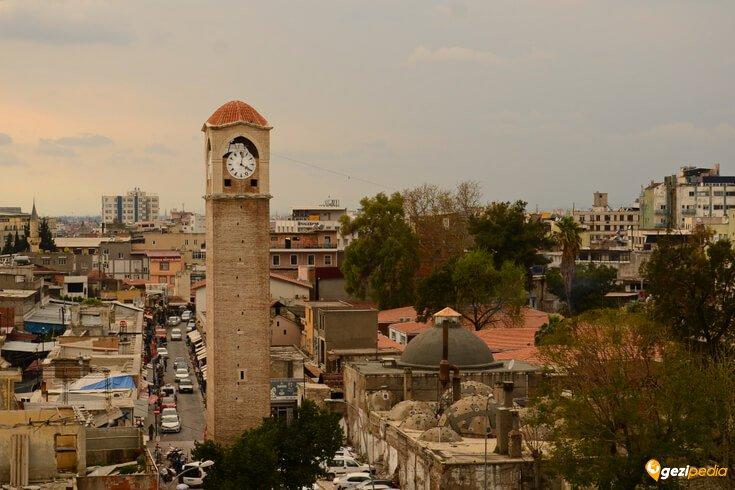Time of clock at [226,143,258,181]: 4:02
